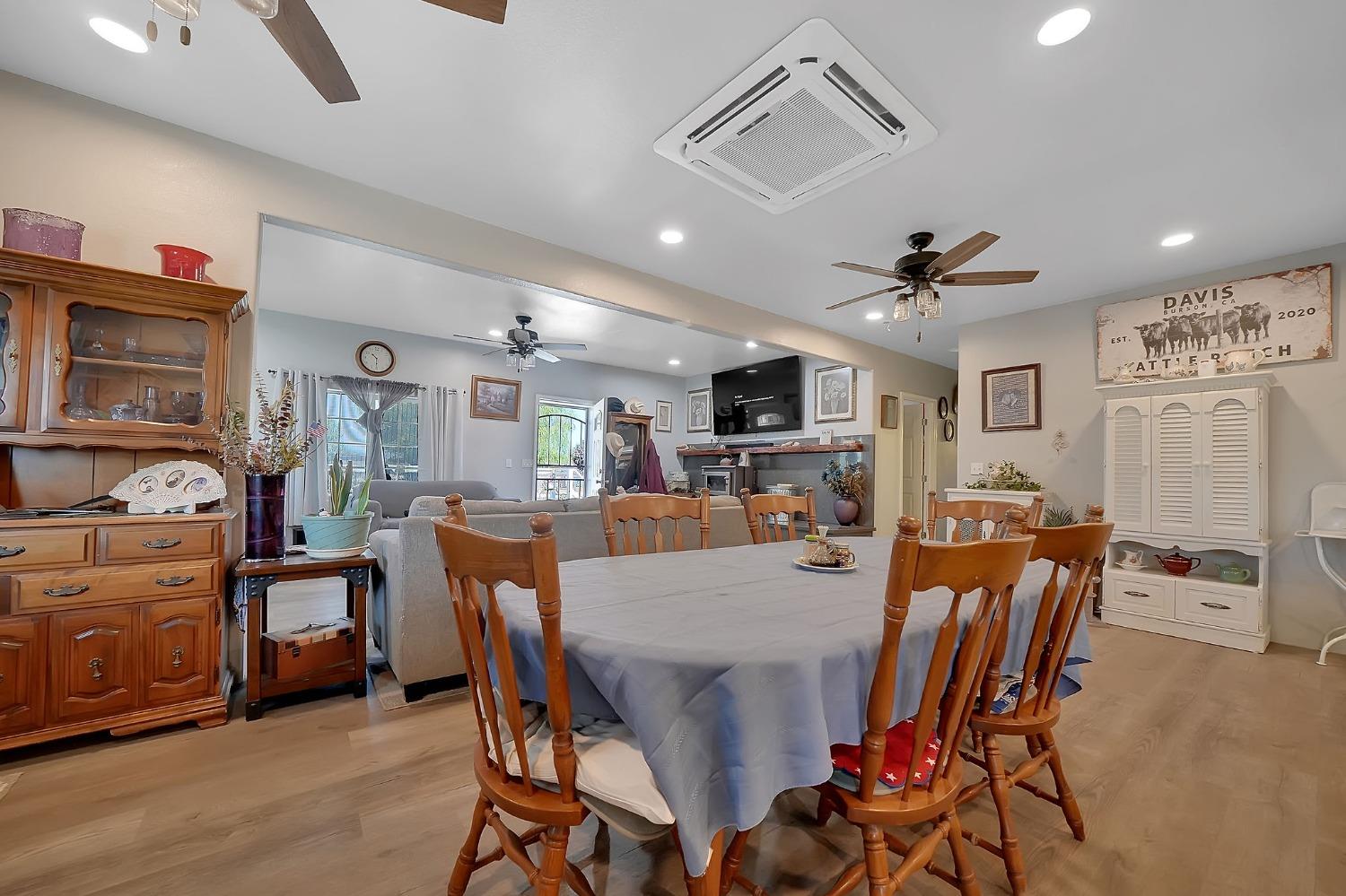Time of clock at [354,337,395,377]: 10:30
